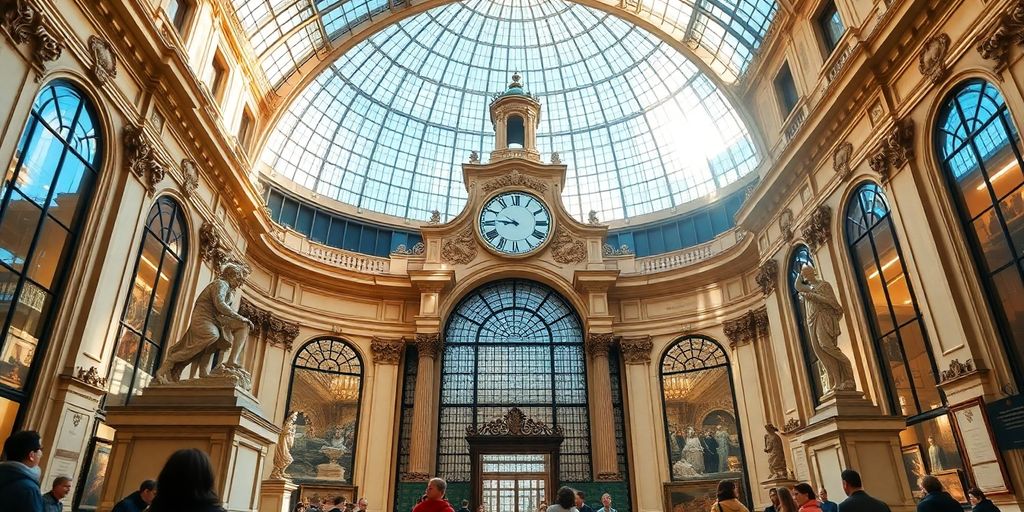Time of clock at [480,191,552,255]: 8:46
